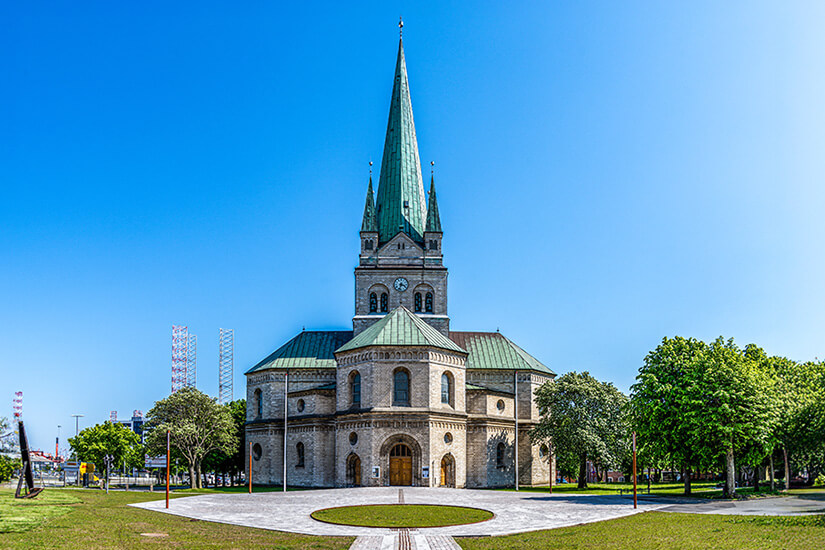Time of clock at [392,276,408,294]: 3:32
